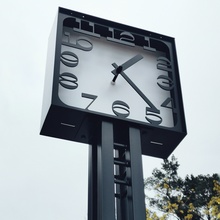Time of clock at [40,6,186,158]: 1:22
